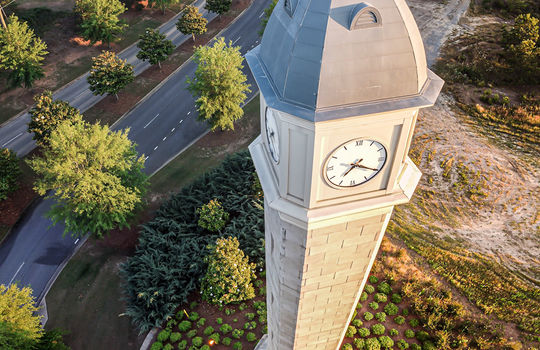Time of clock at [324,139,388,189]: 7:19
